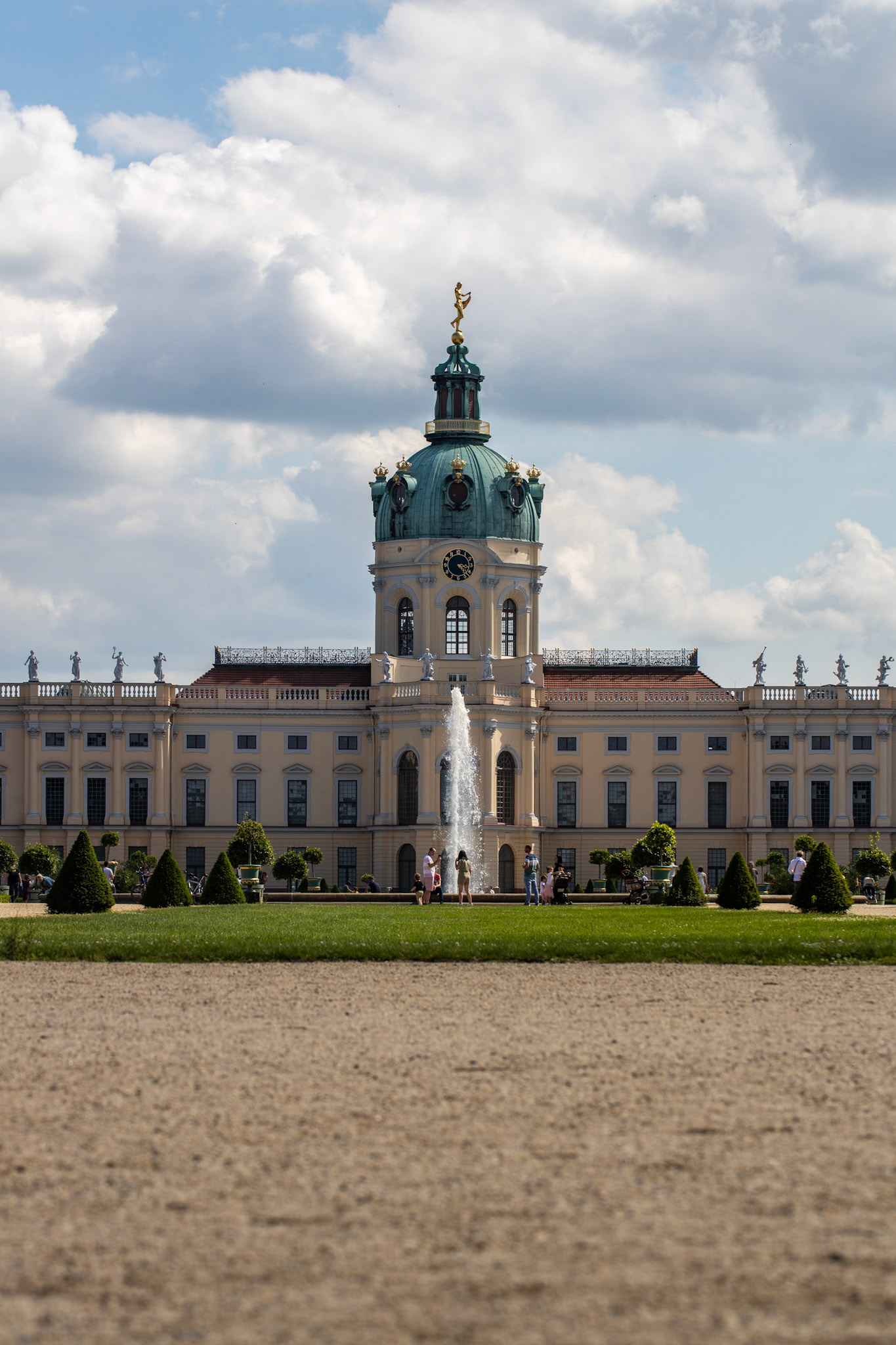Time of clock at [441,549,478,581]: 3:22
